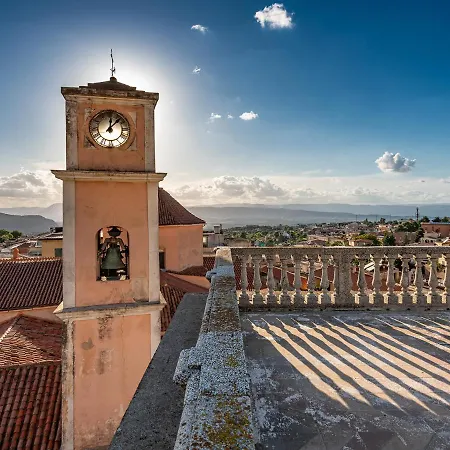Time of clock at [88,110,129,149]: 12:07
